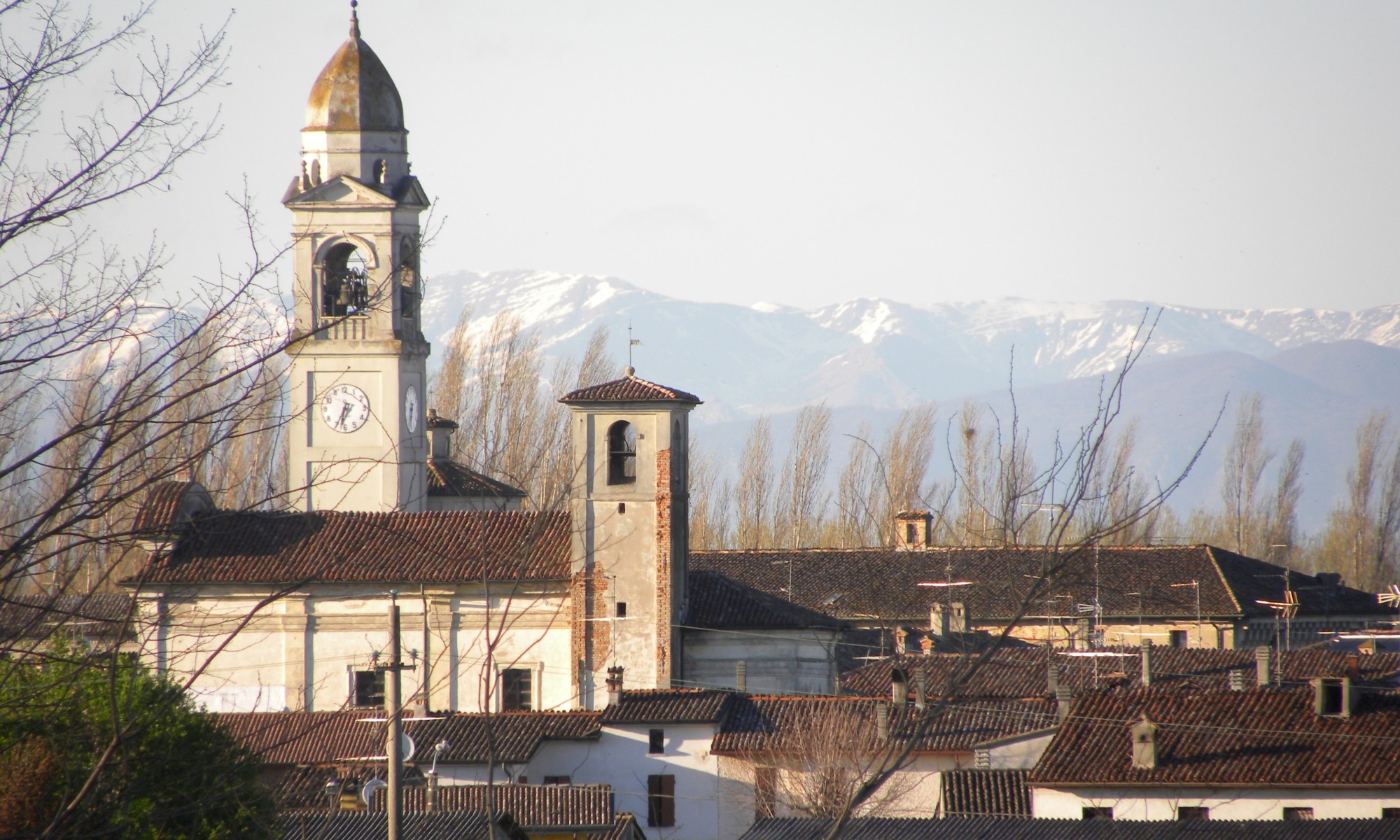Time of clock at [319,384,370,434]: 6:34
